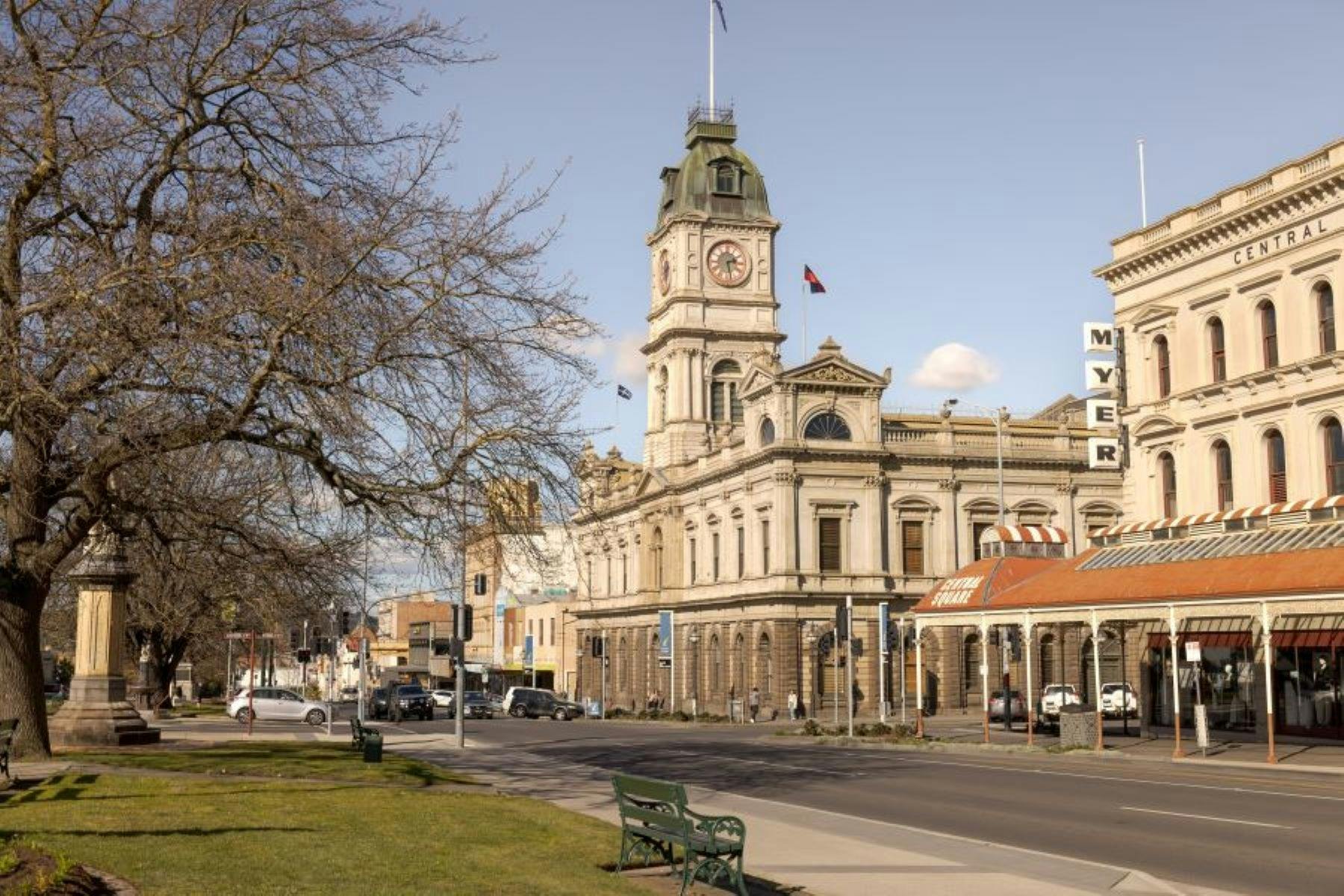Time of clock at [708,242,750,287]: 2:28
